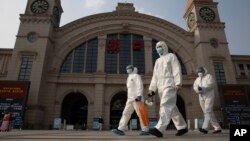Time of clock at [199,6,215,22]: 4:12
